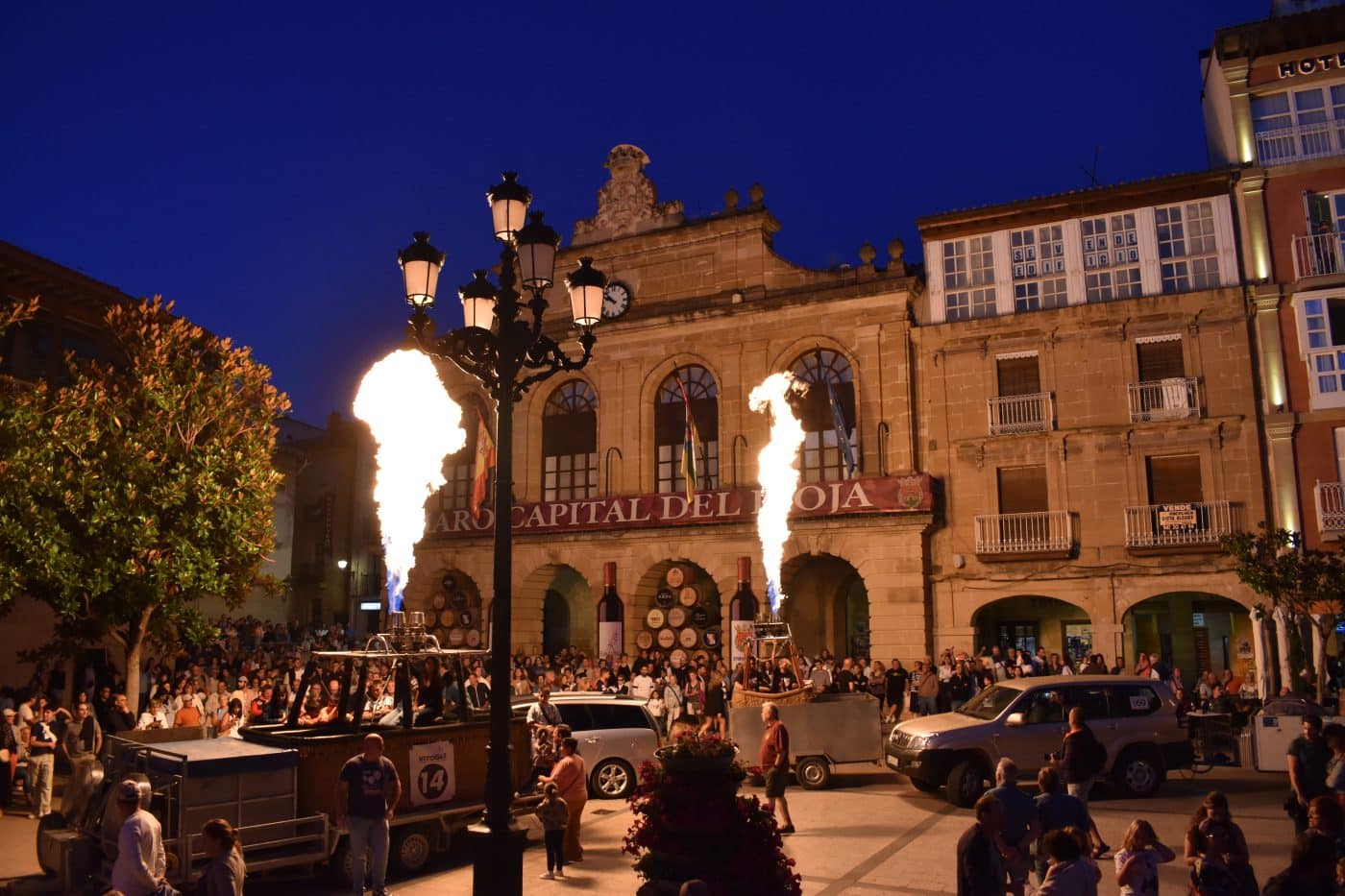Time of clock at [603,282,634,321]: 9:51
